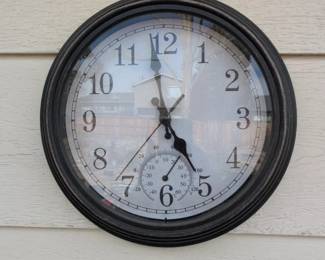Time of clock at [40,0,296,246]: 4:58
